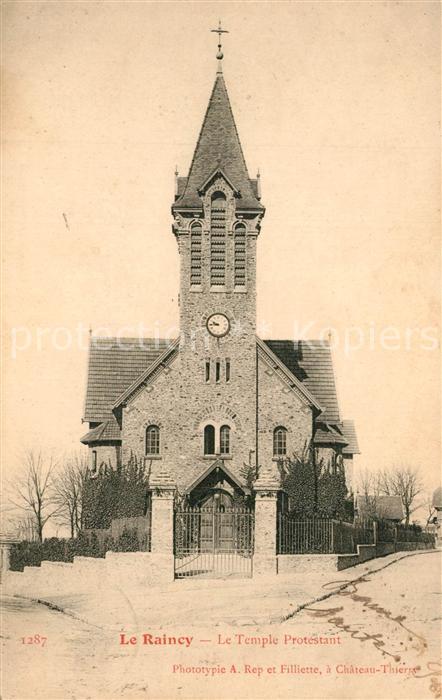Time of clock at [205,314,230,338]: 9:44
